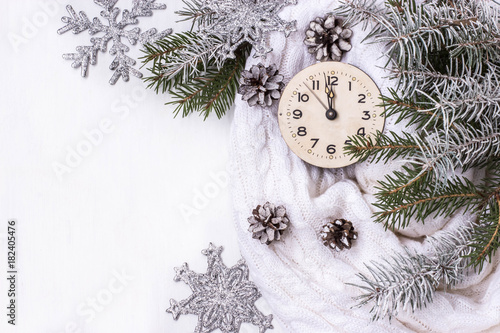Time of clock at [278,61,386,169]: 11:58
